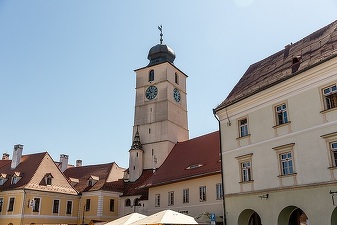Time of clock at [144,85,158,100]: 10:41
